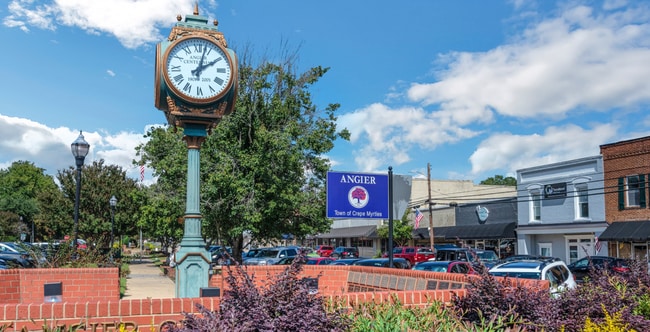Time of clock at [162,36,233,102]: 2:02
